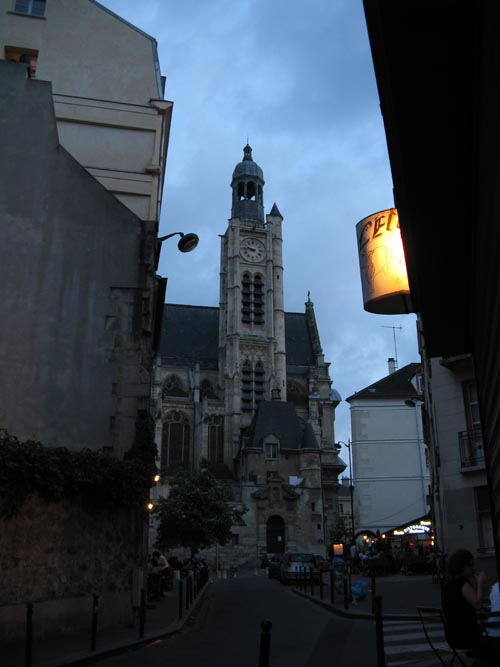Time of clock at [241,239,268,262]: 9:45
